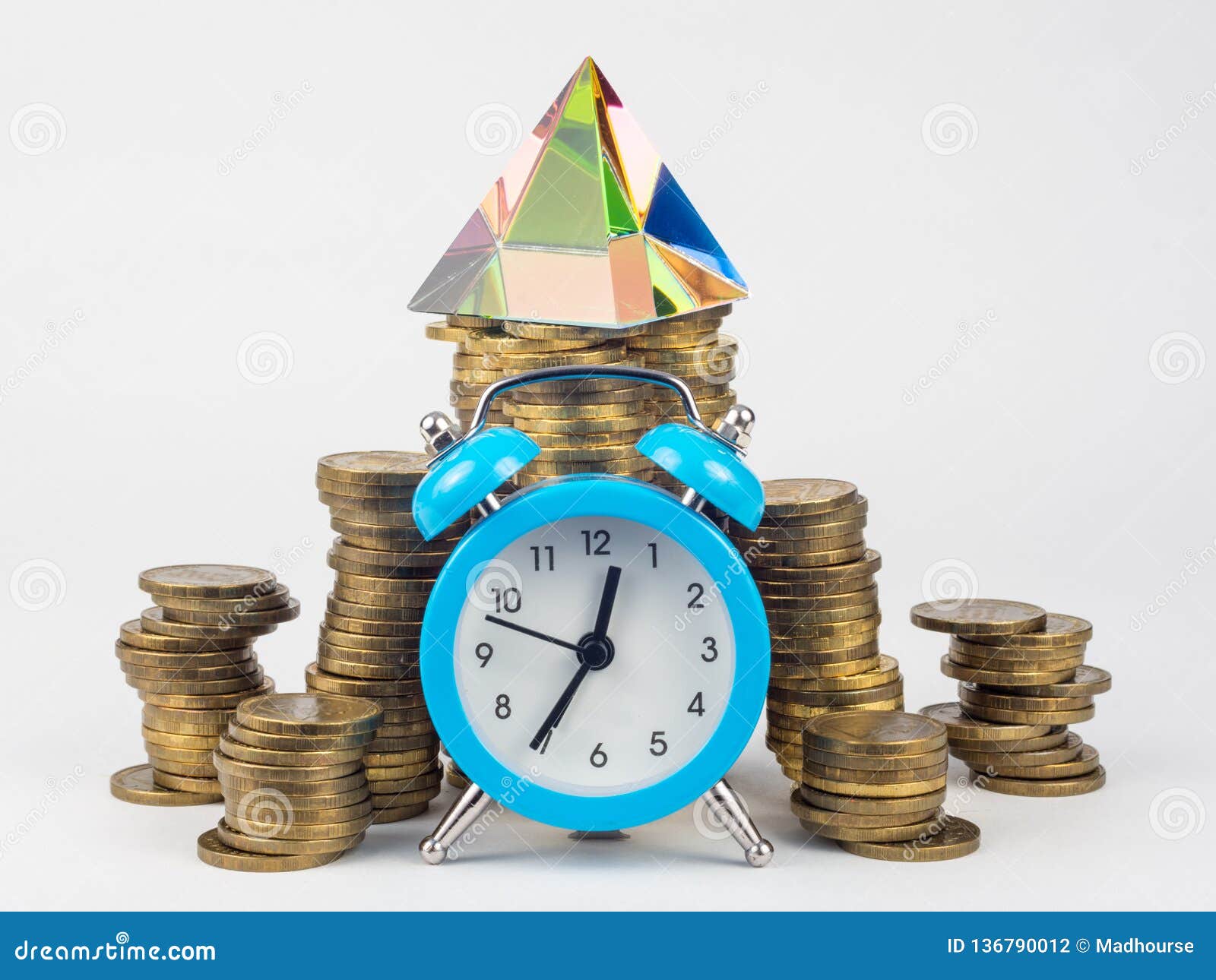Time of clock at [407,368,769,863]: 12:35
